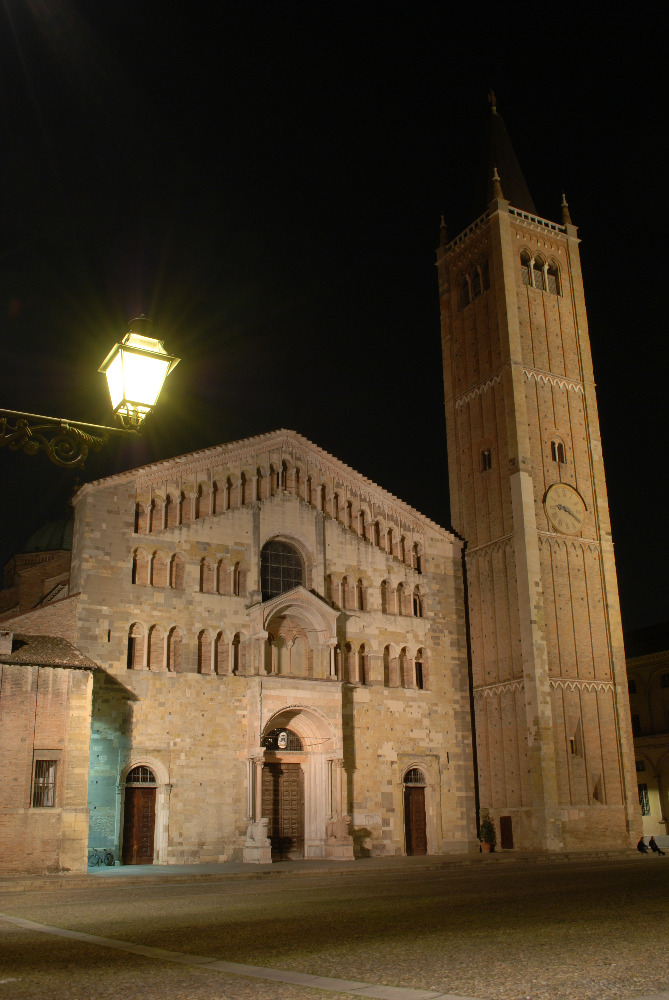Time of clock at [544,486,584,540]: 9:20
